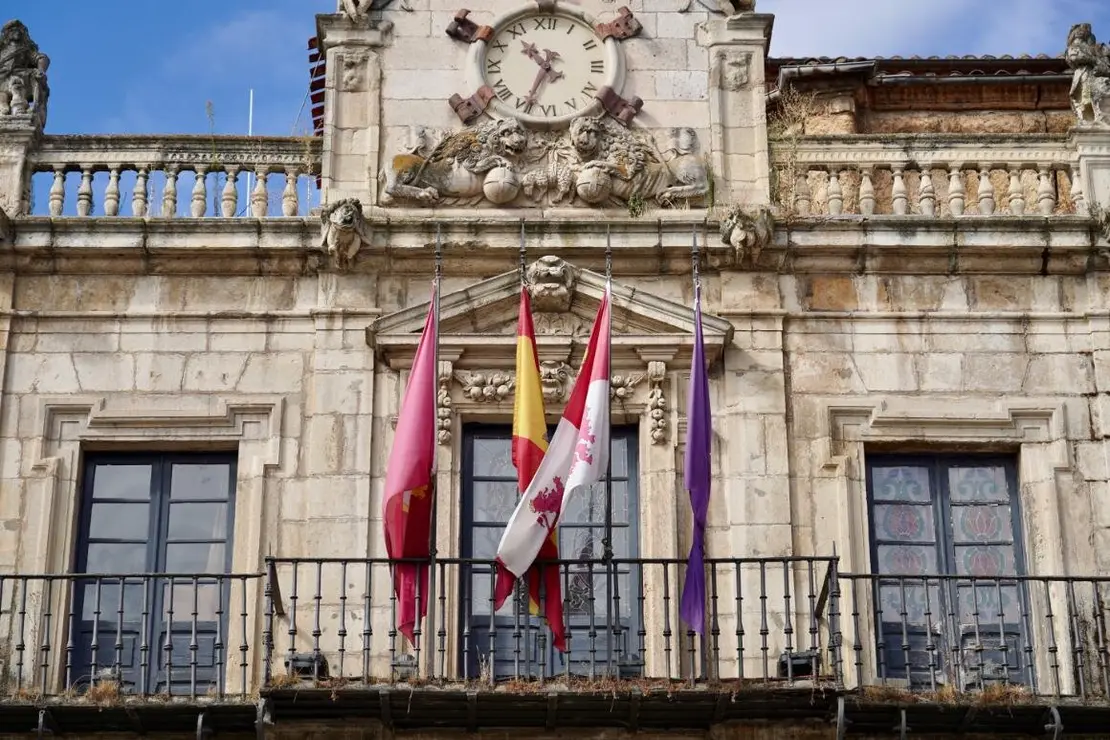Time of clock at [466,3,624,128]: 10:34
